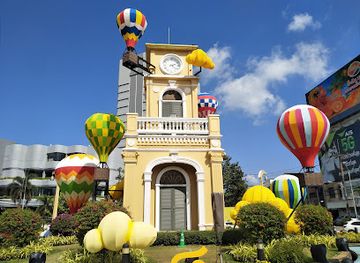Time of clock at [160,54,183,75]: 2:21
